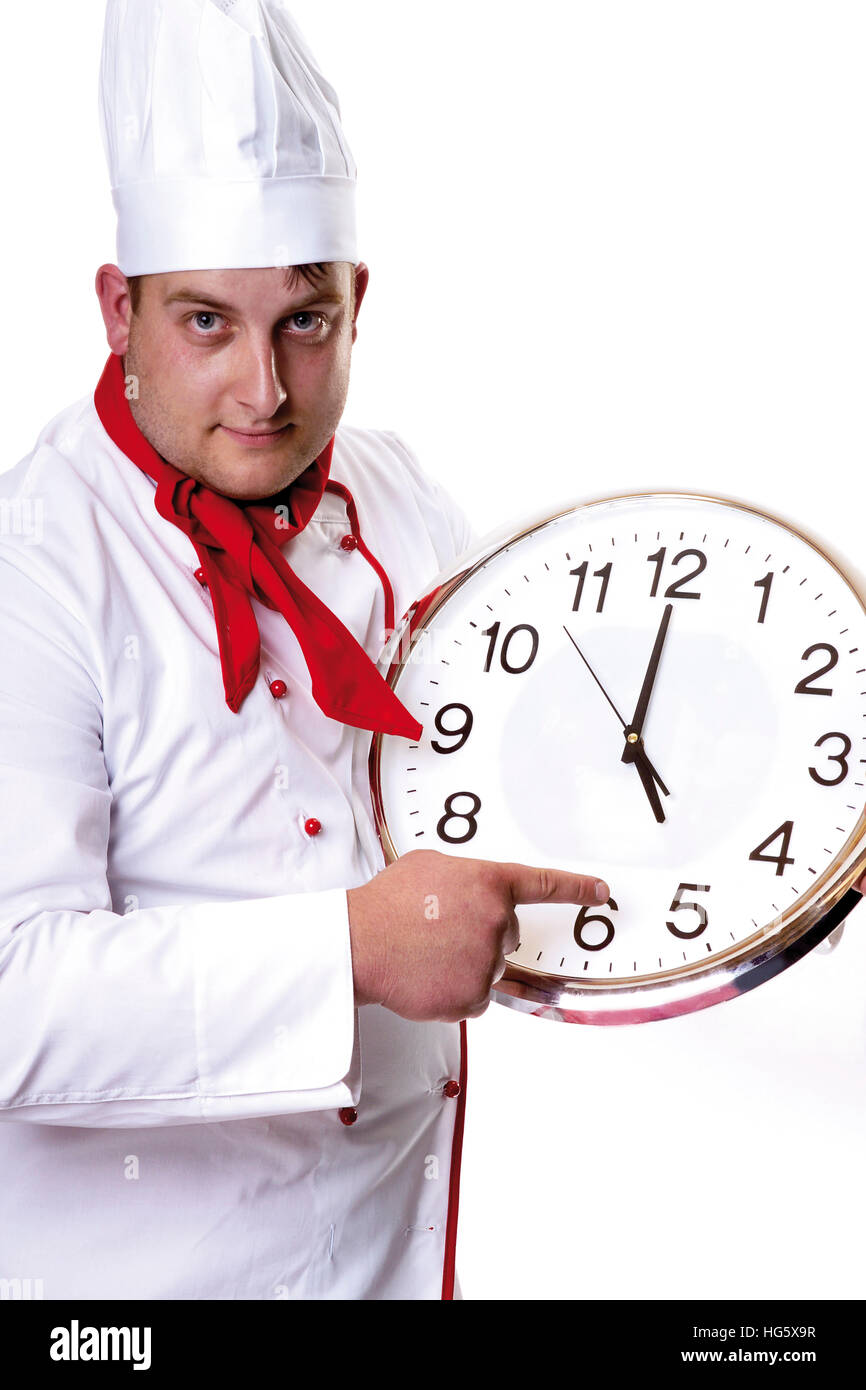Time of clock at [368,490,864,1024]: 5:00
